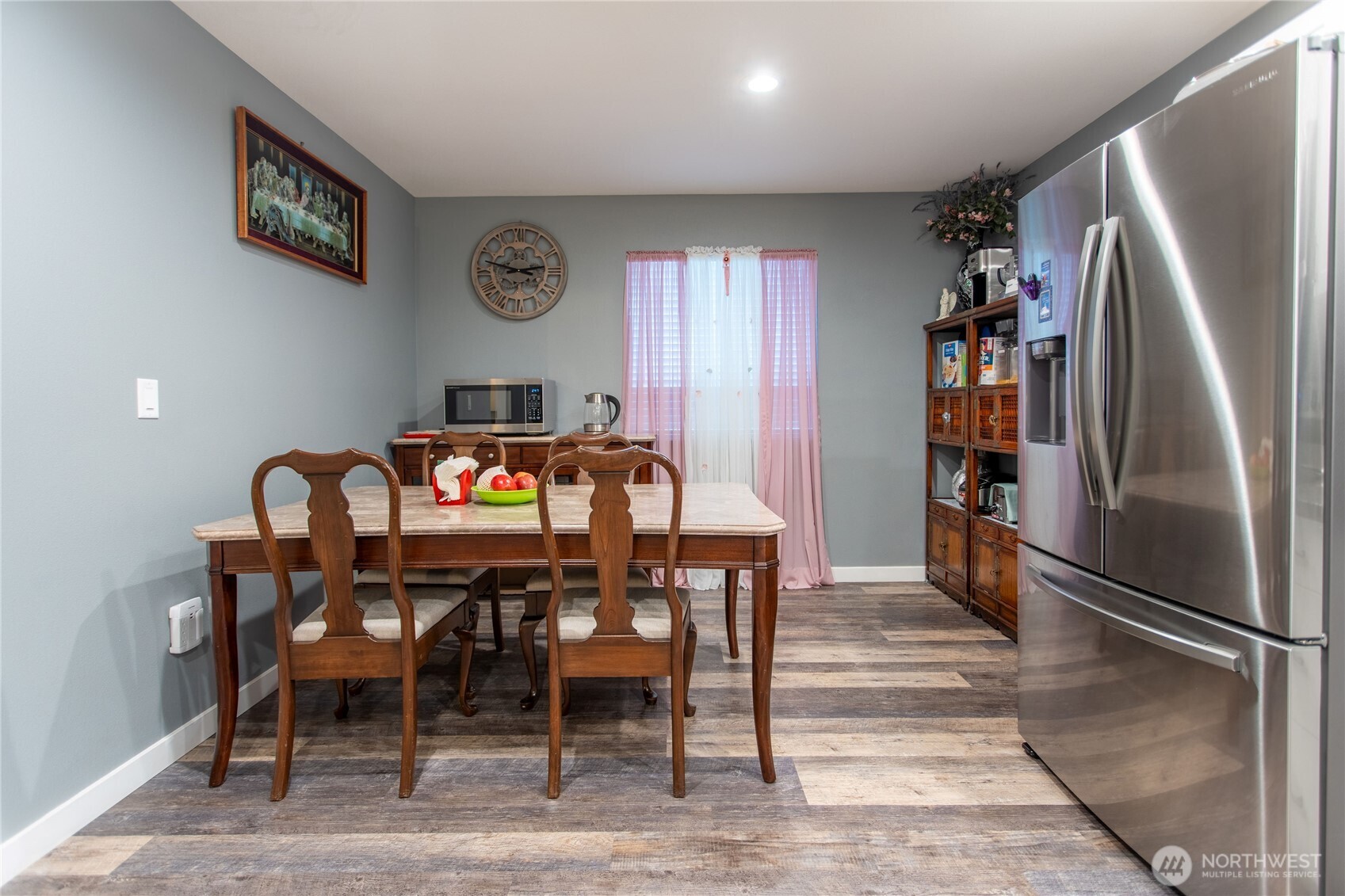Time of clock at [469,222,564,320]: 2:47
